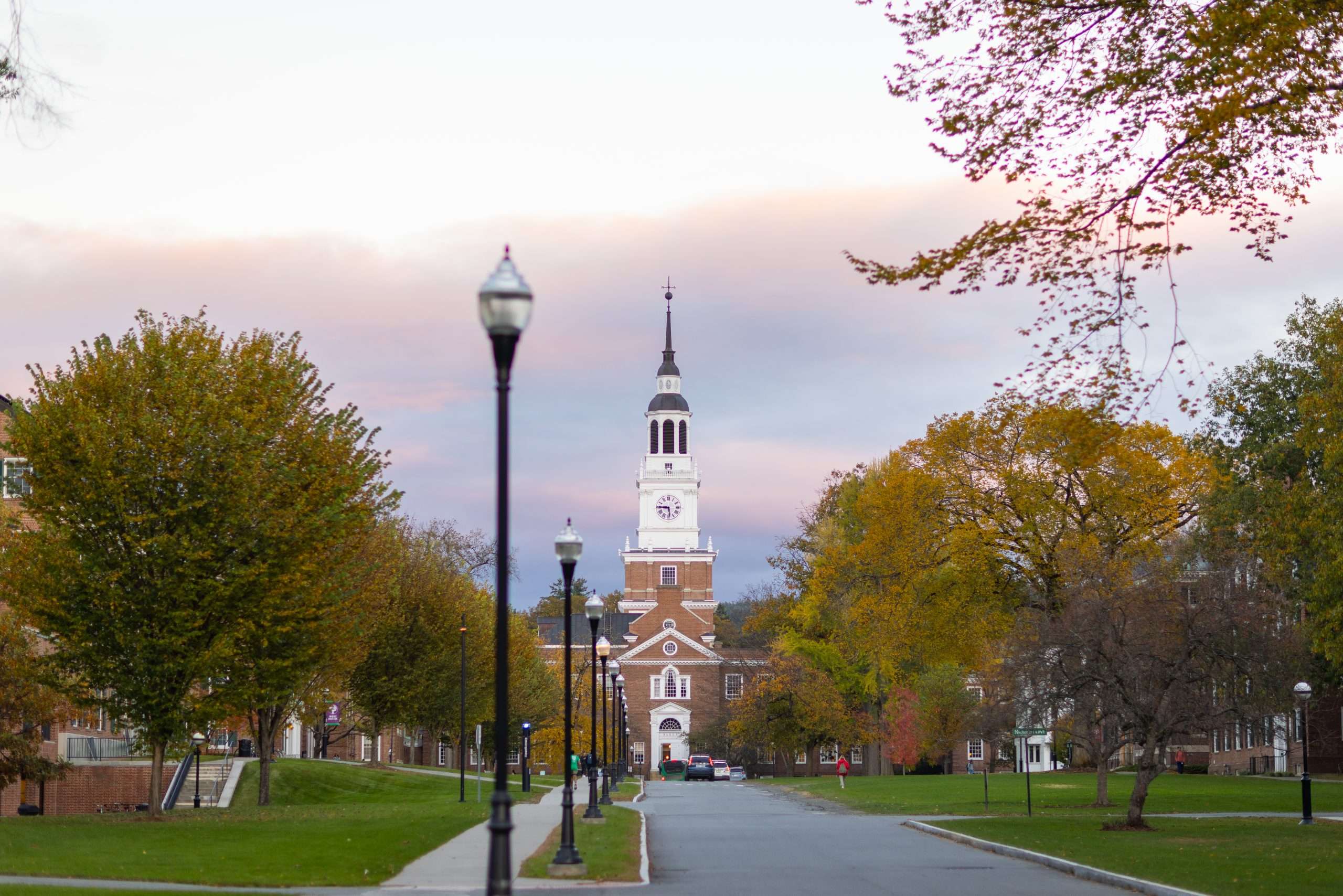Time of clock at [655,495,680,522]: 5:45
